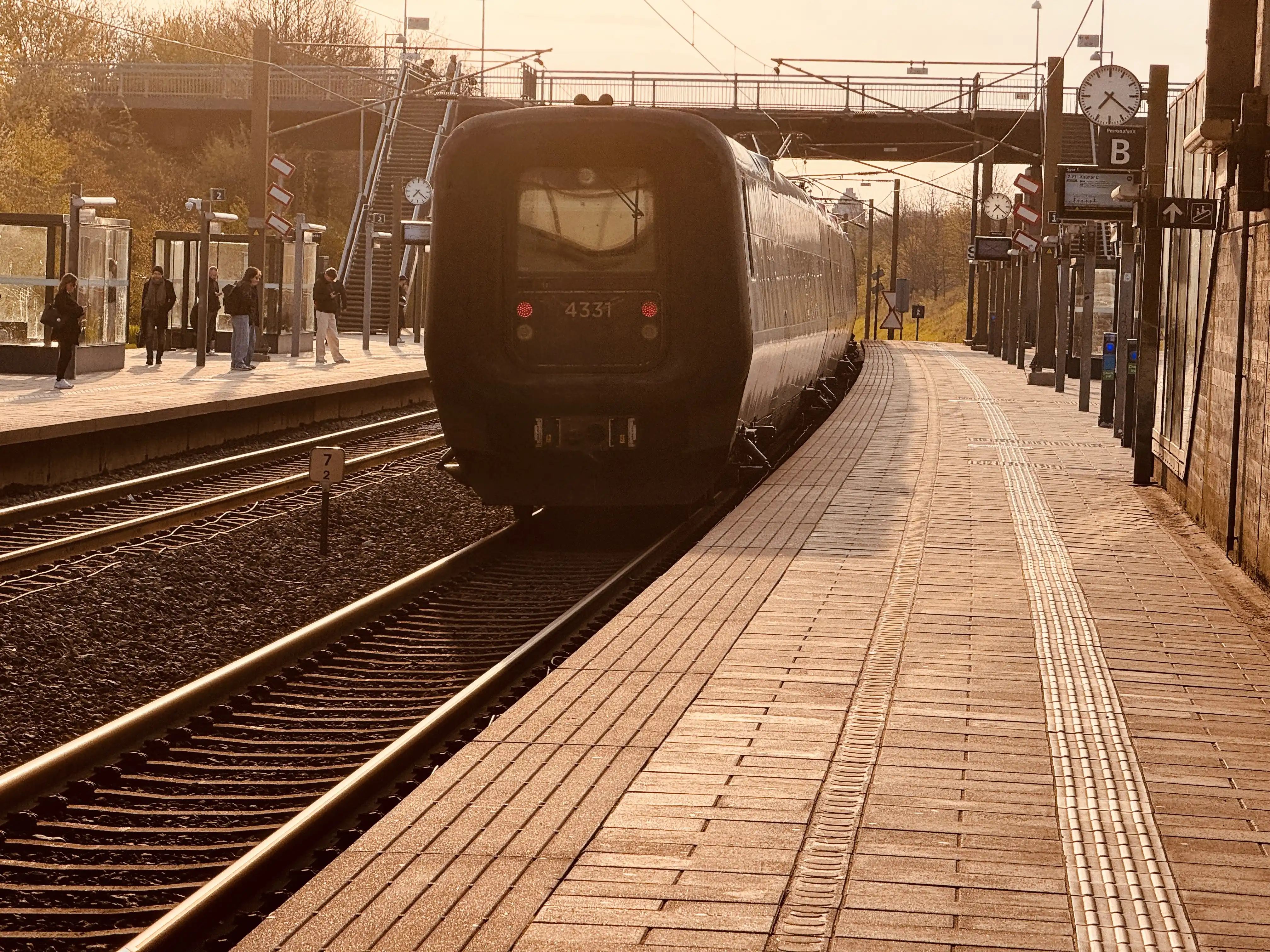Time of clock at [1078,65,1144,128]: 7:21
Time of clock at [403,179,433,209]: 7:21
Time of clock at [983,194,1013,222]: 7:21
